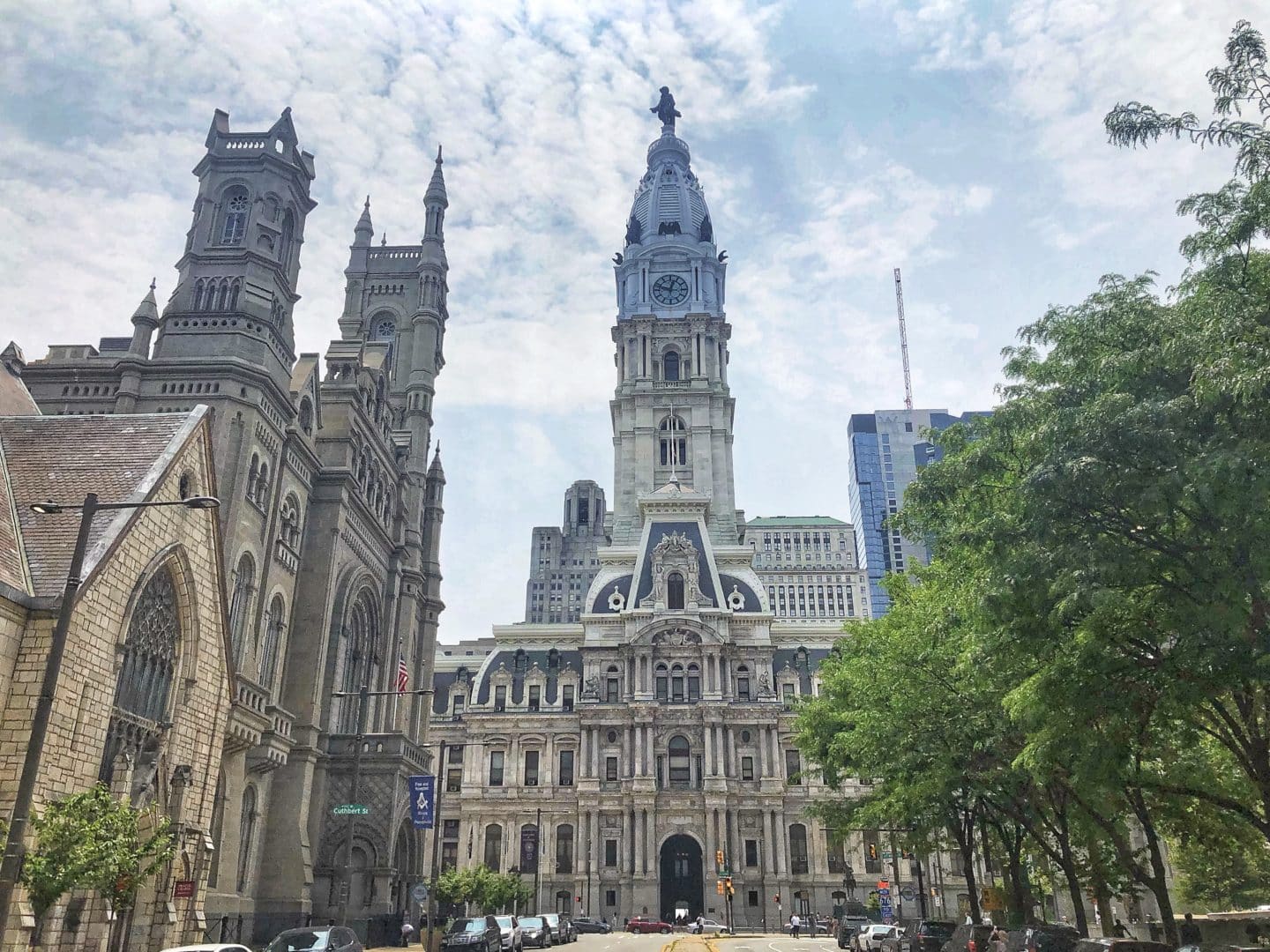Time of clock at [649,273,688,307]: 12:47
